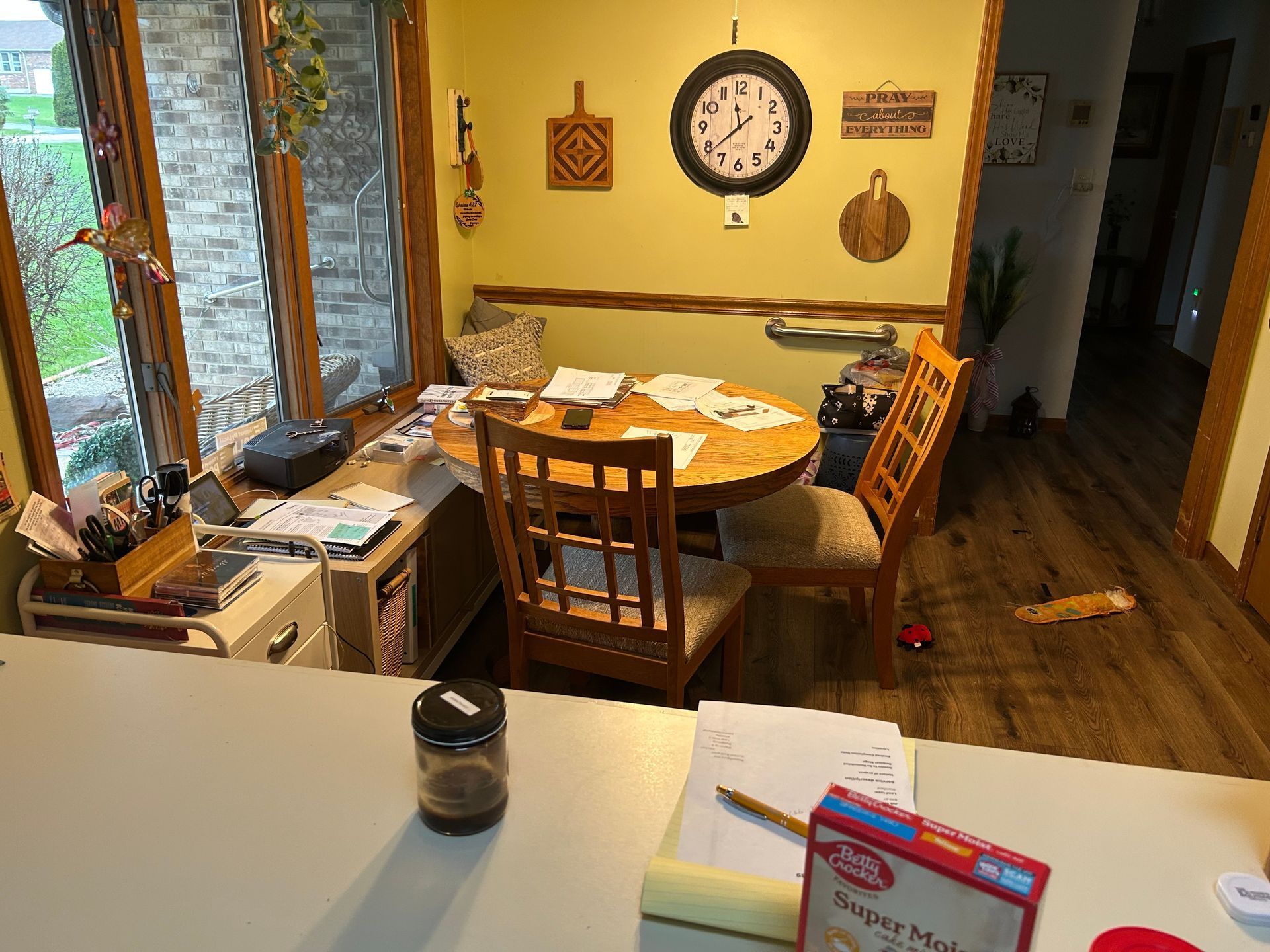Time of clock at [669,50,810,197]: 11:38
